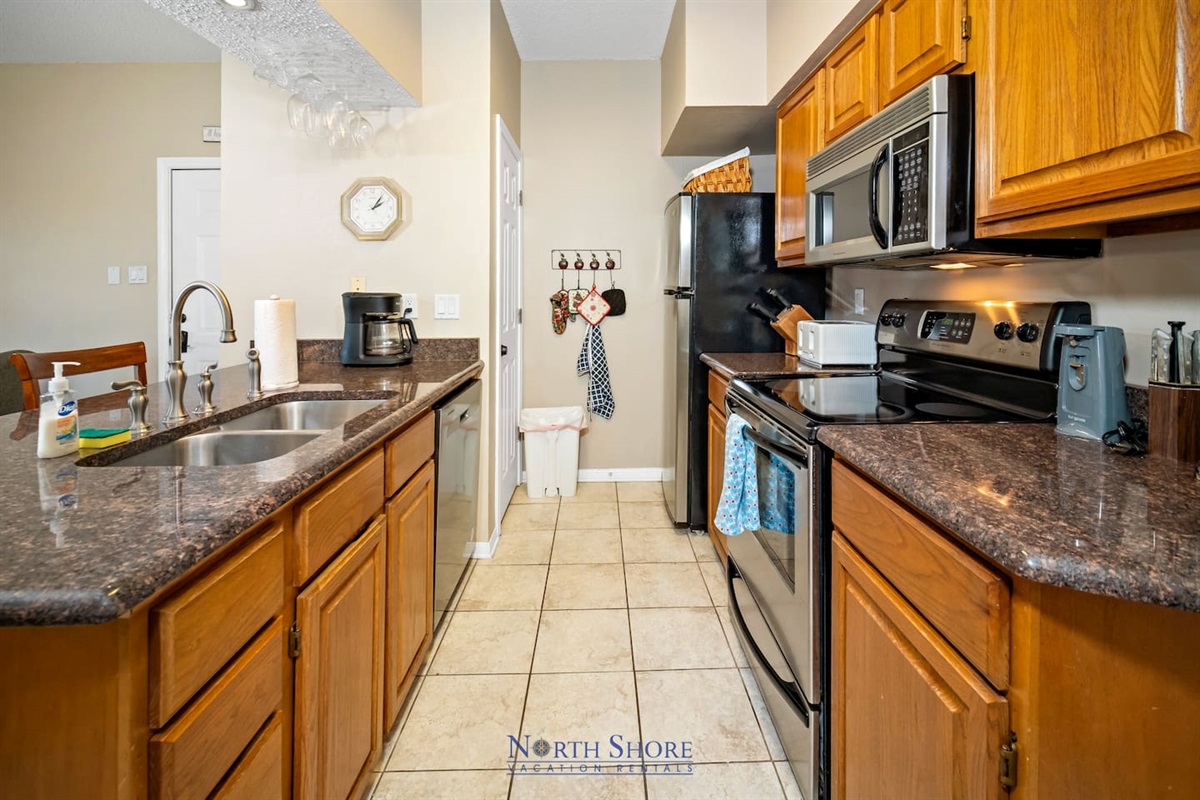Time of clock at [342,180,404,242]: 2:06
